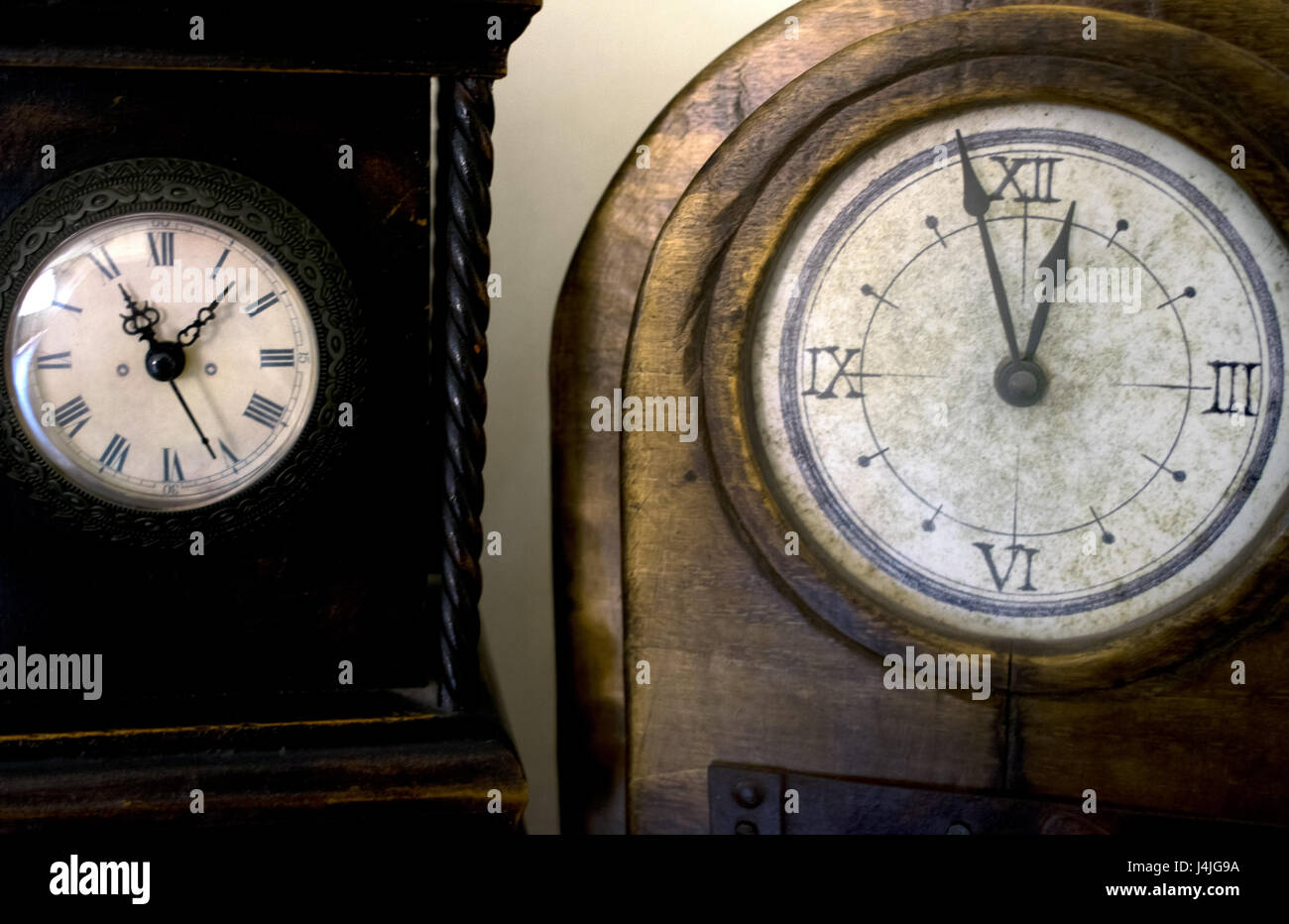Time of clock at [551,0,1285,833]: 12:58
